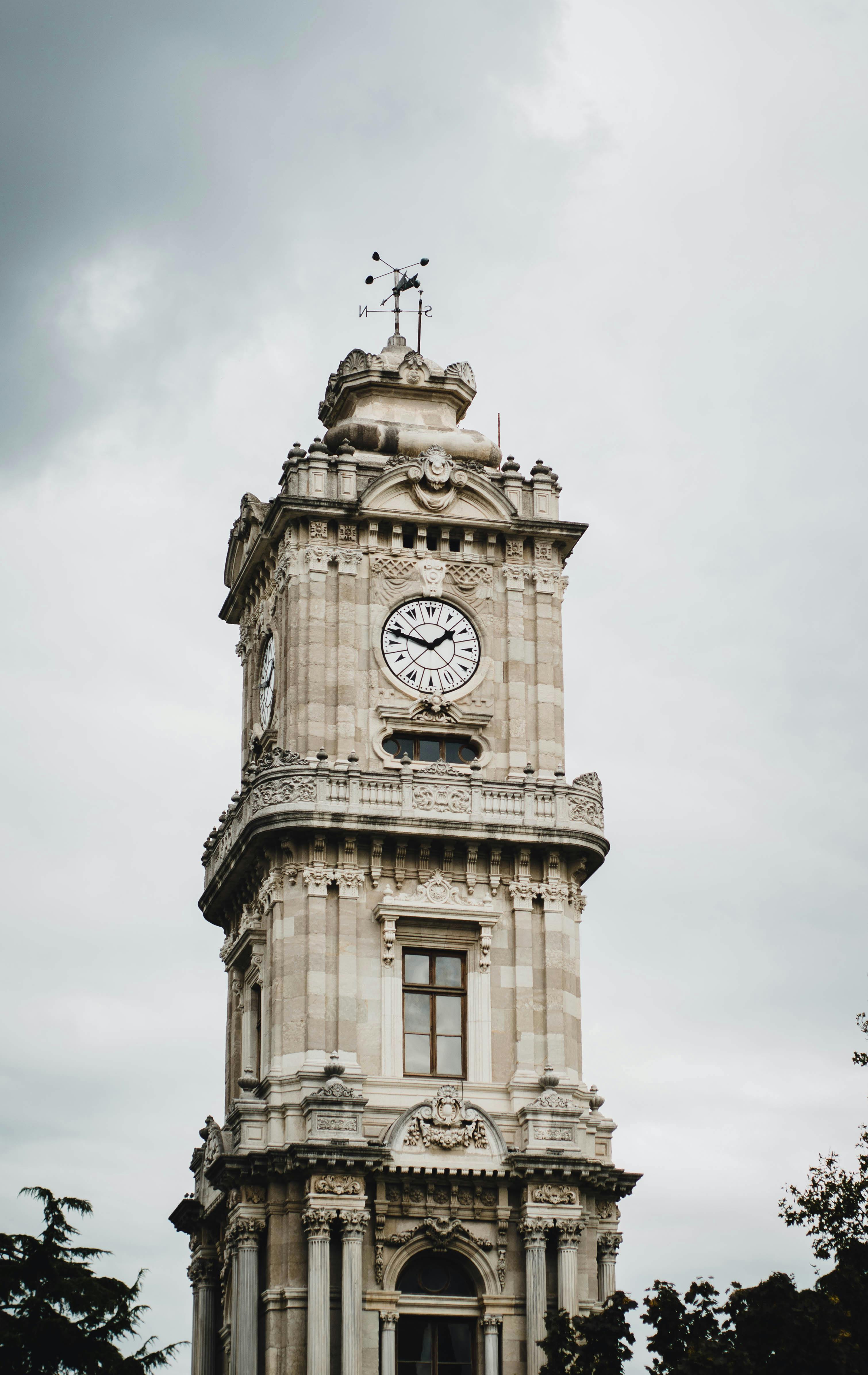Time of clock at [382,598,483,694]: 1:47
